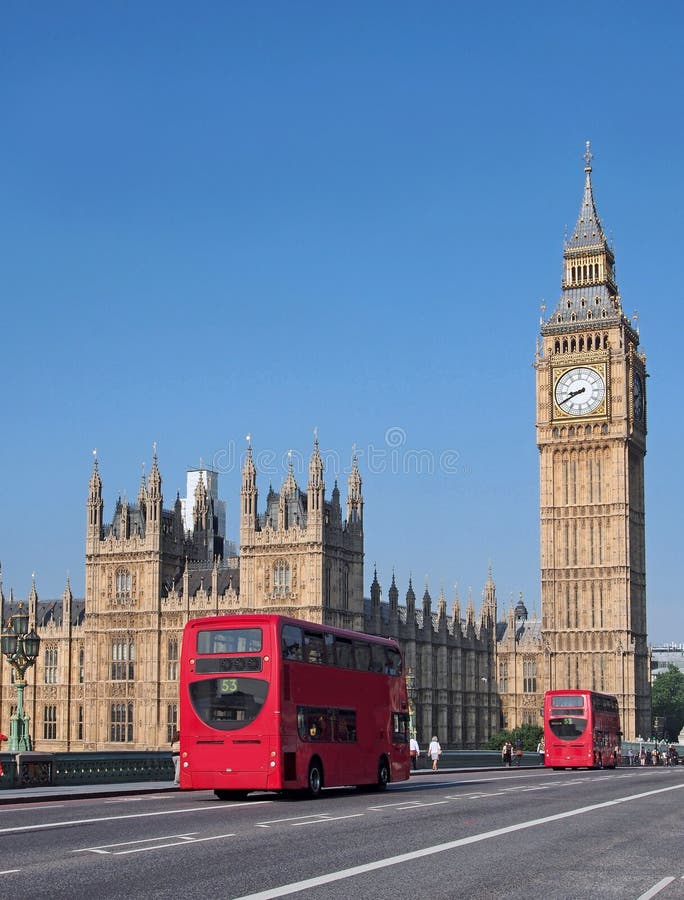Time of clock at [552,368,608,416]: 8:40
